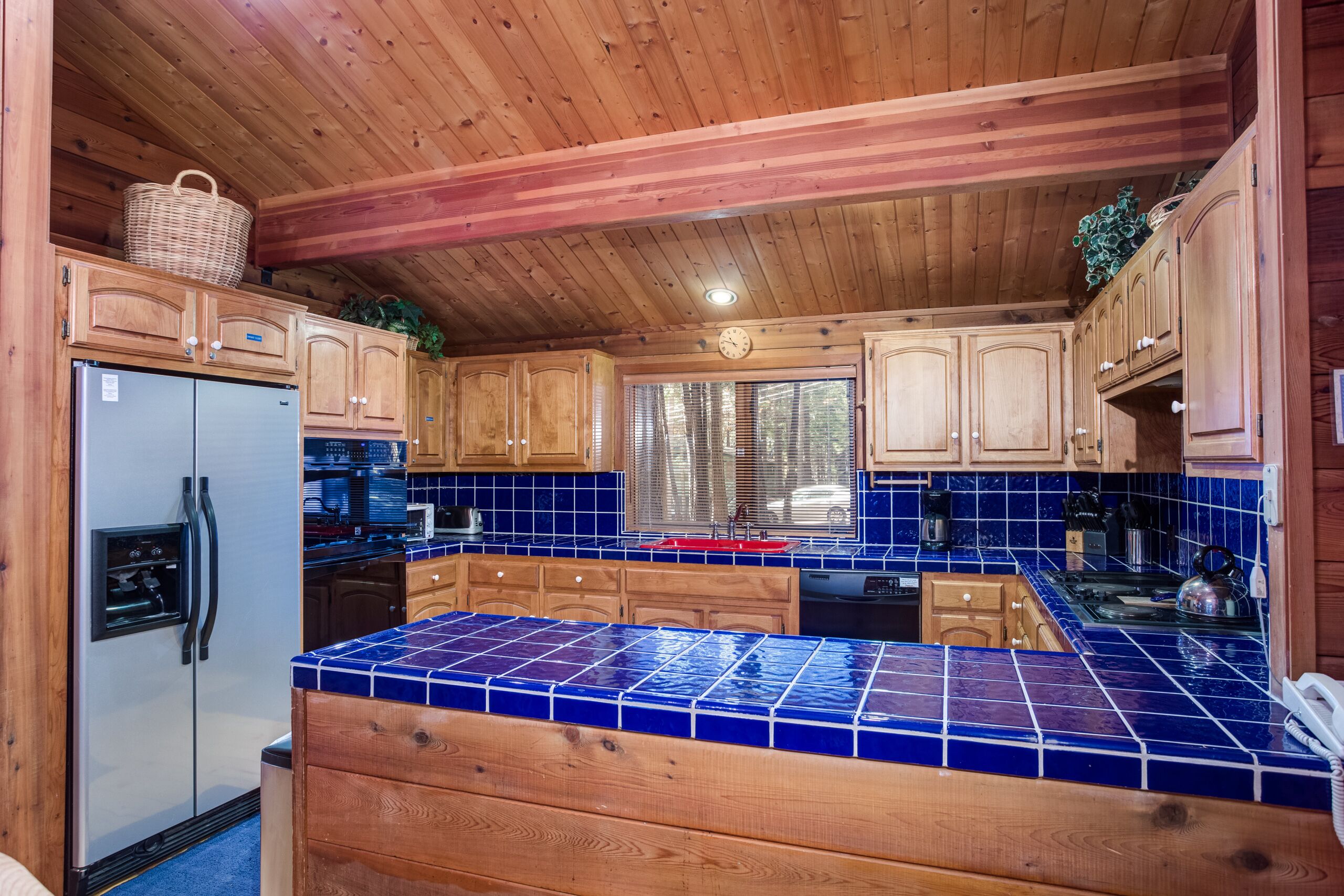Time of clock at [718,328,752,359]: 10:47
